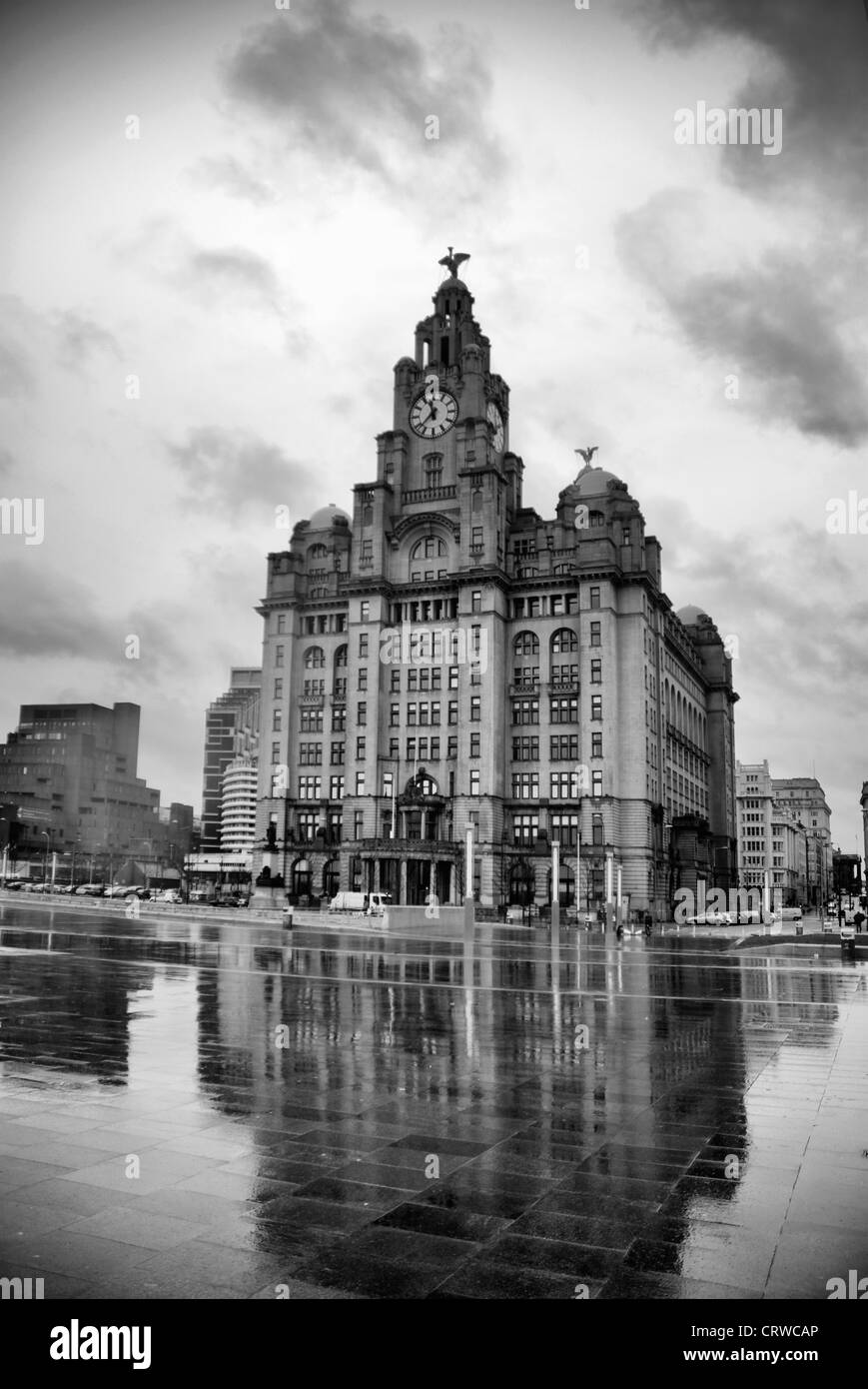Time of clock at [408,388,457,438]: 11:37
